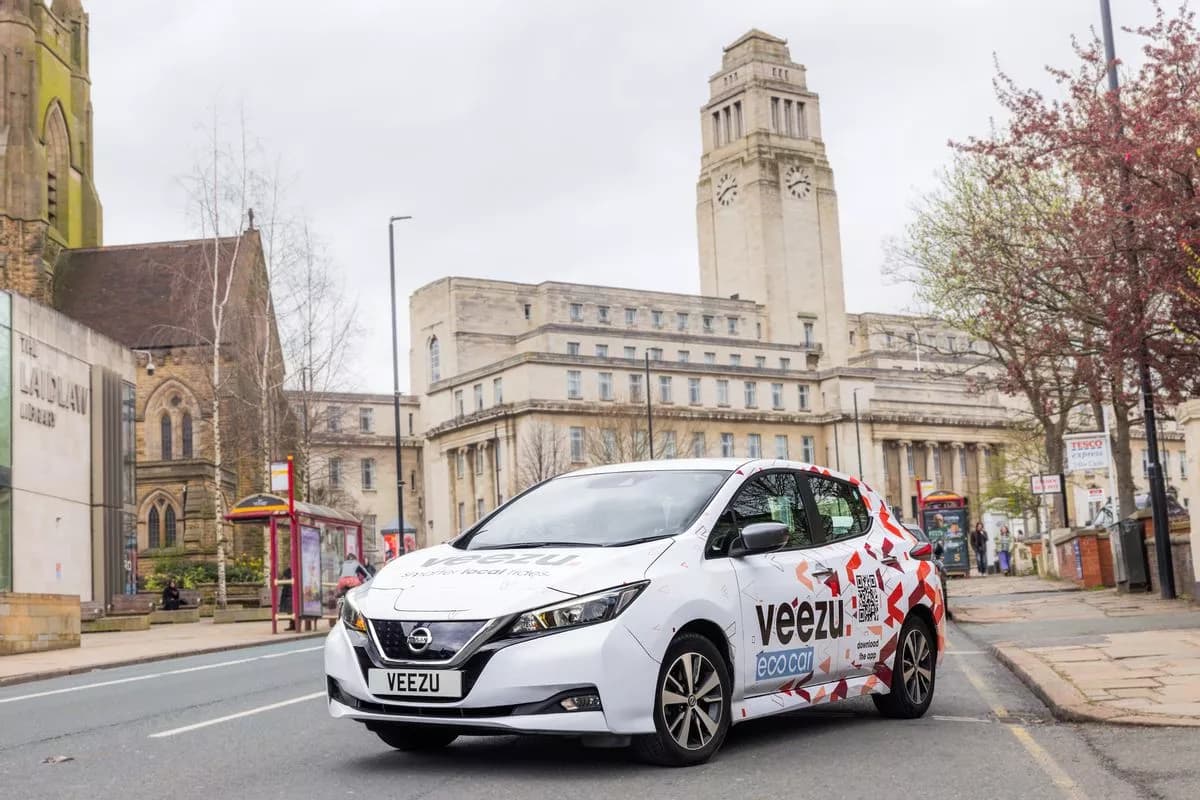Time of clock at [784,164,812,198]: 2:40
